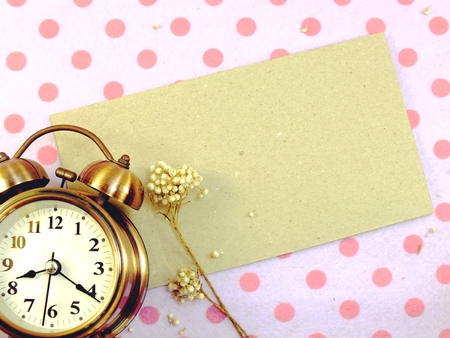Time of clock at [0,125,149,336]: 8:20
